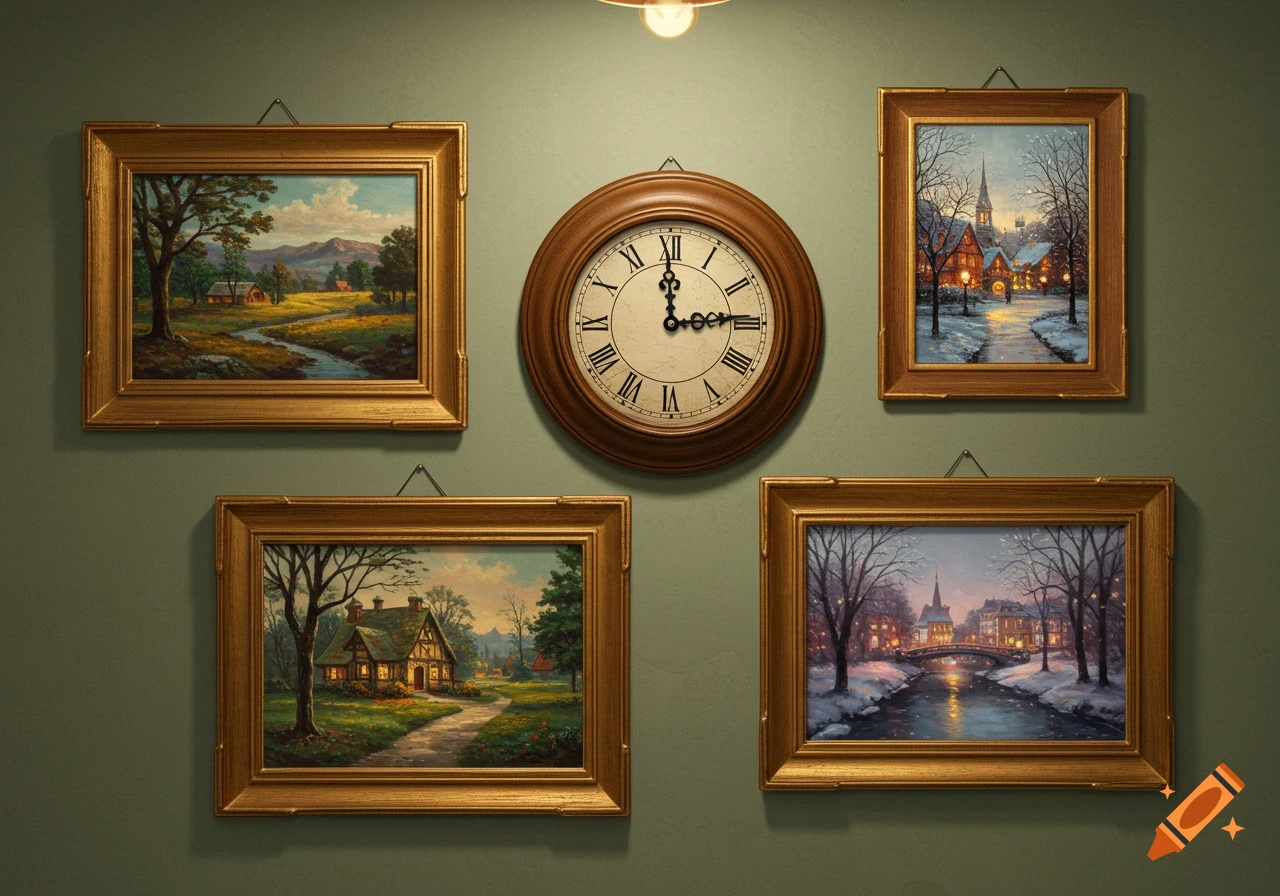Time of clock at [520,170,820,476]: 2:59
